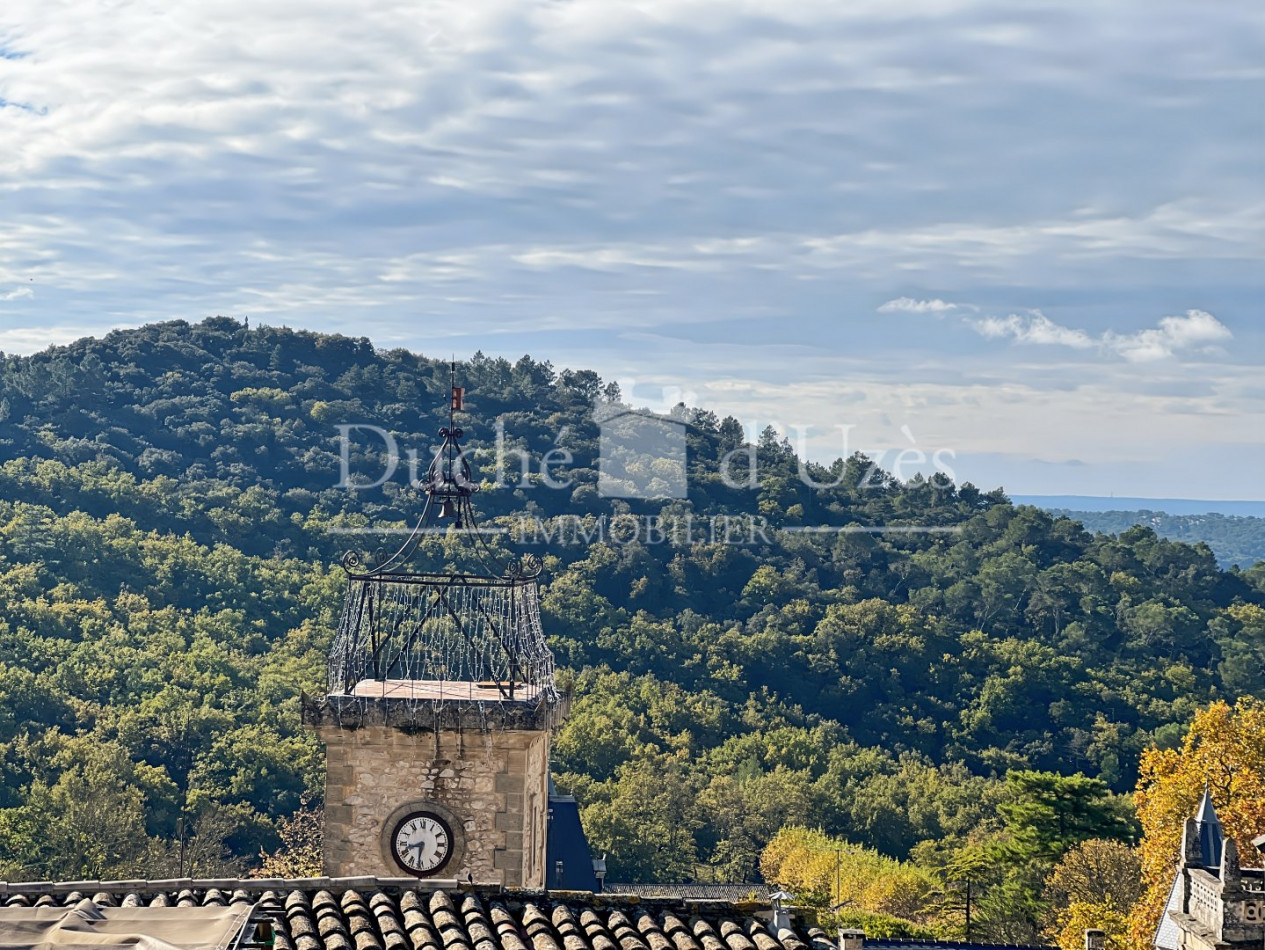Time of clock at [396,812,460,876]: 8:31
